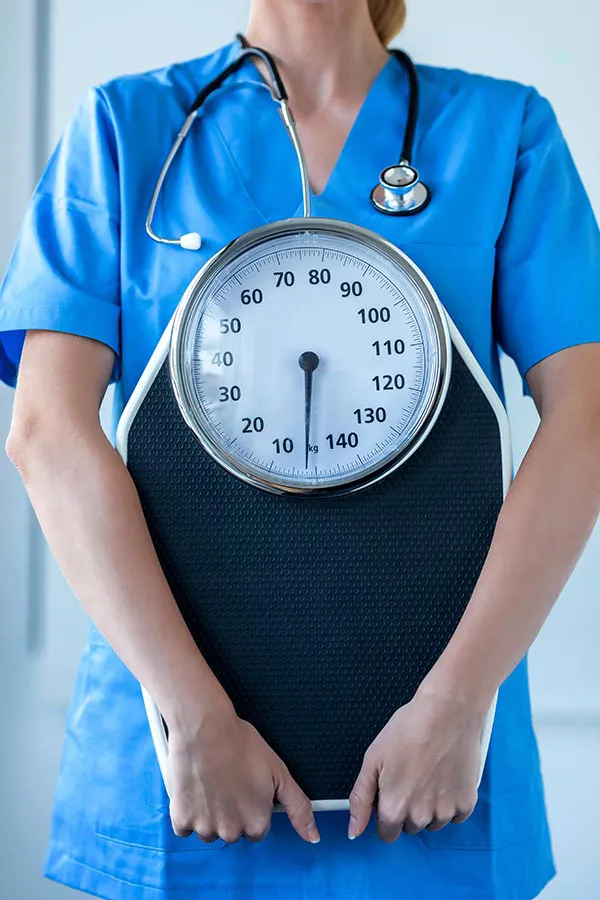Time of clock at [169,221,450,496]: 5:30
